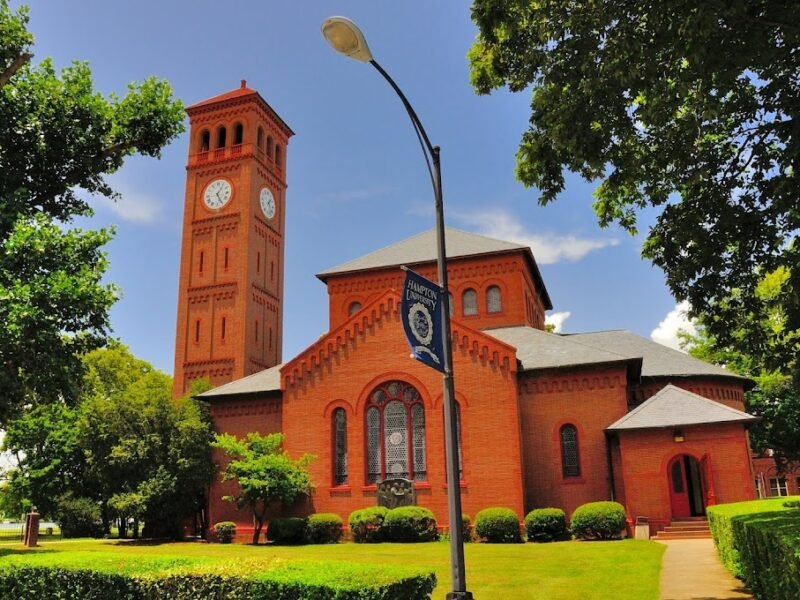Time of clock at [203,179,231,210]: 5:05
